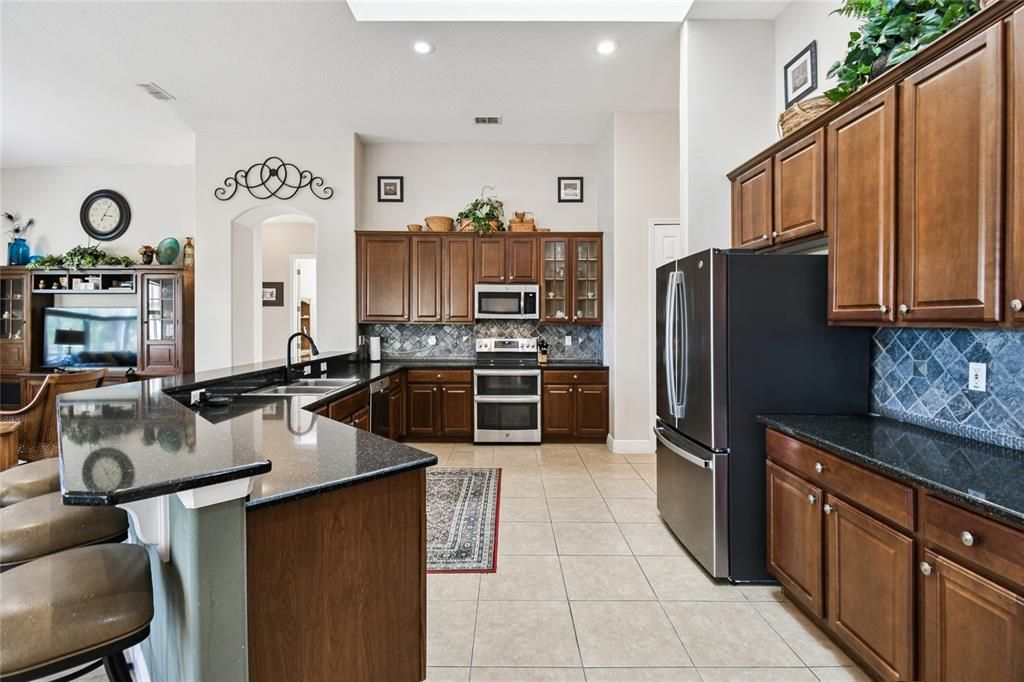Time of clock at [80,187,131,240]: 3:04
